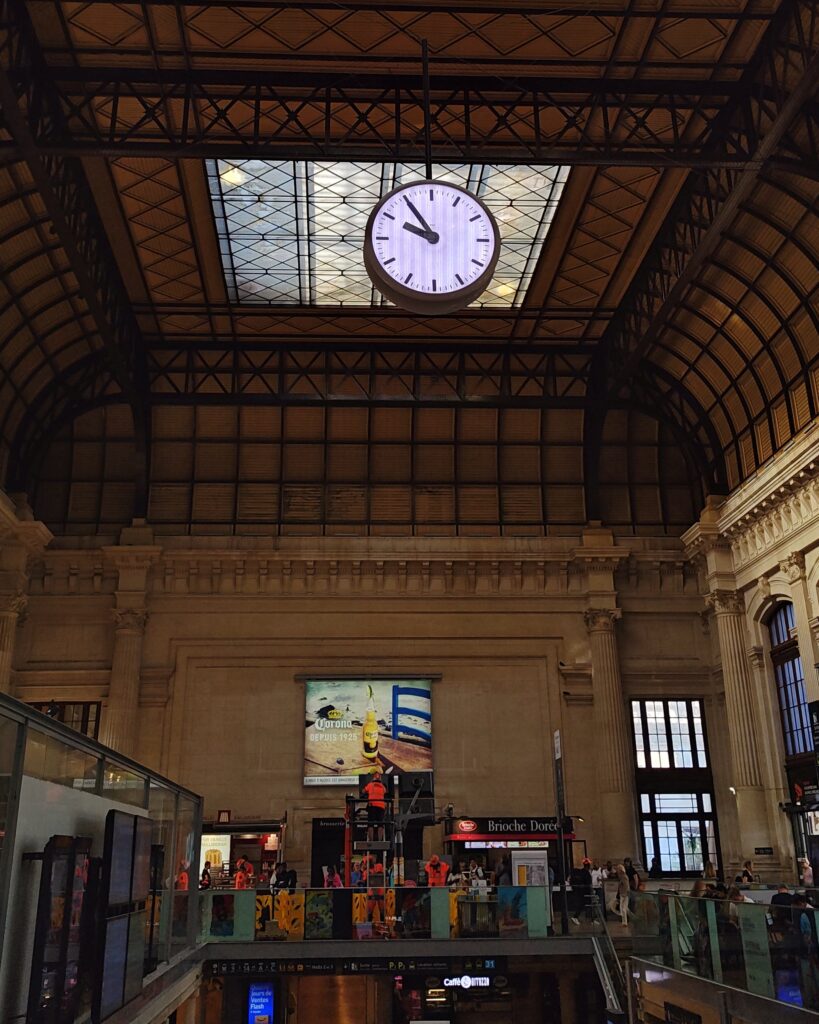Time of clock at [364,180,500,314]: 9:54
